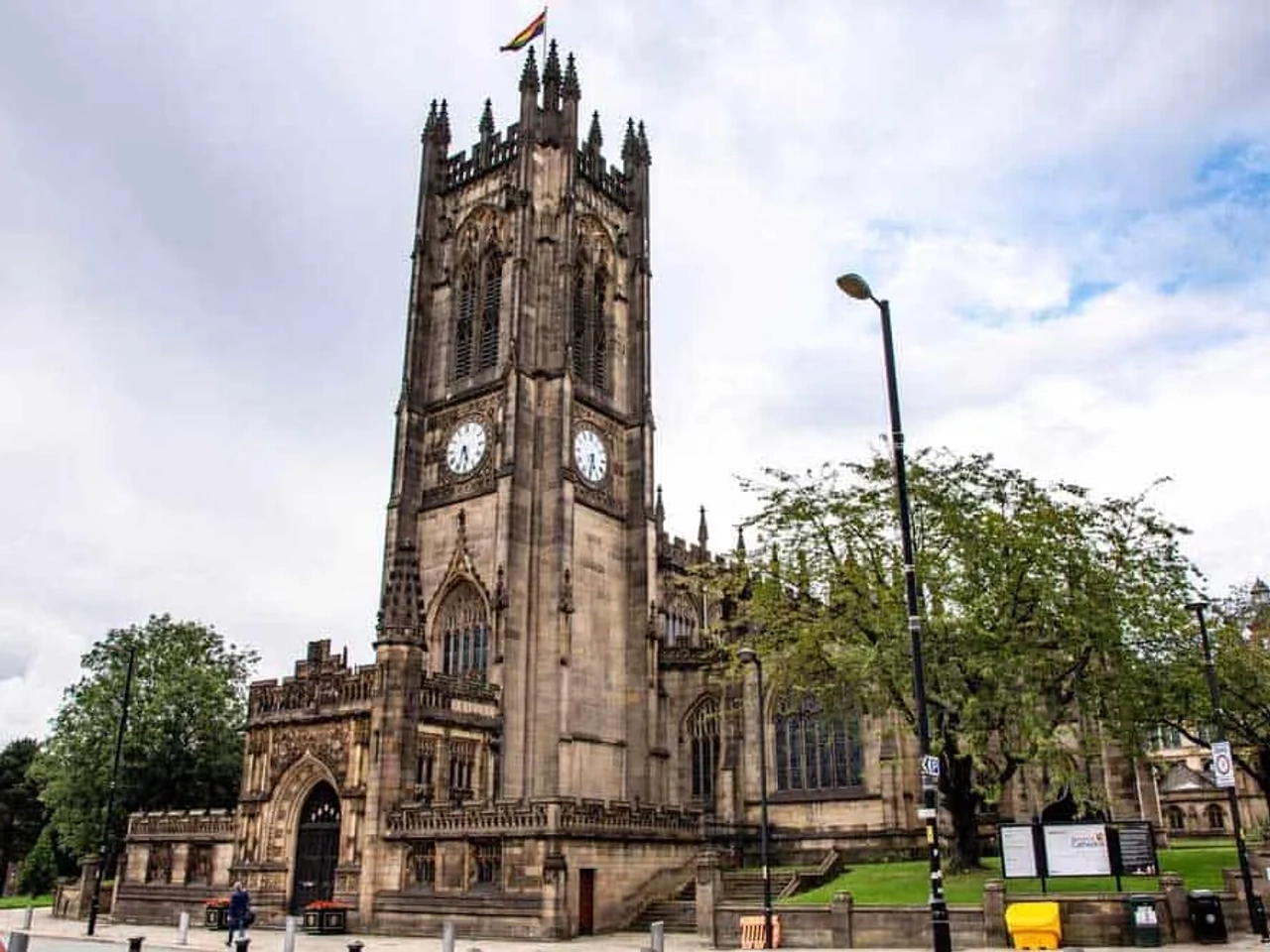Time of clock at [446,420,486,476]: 5:33
